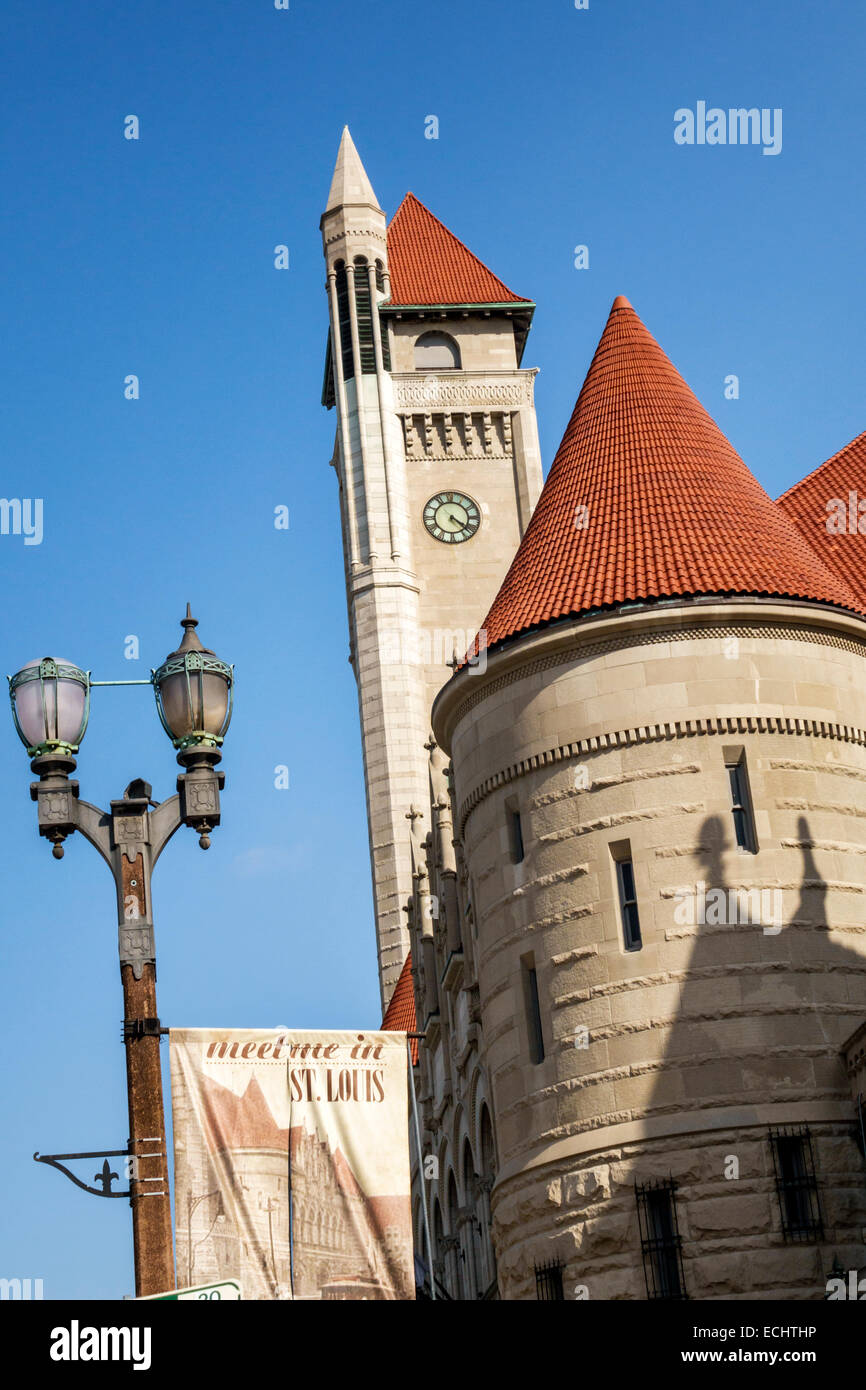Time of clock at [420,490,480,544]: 4:22
